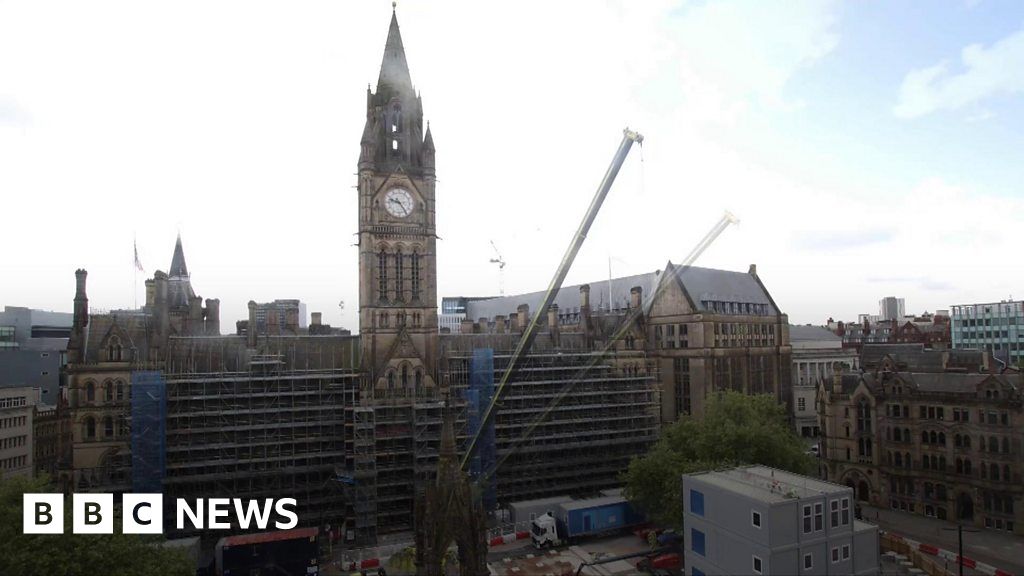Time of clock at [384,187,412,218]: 9:24
